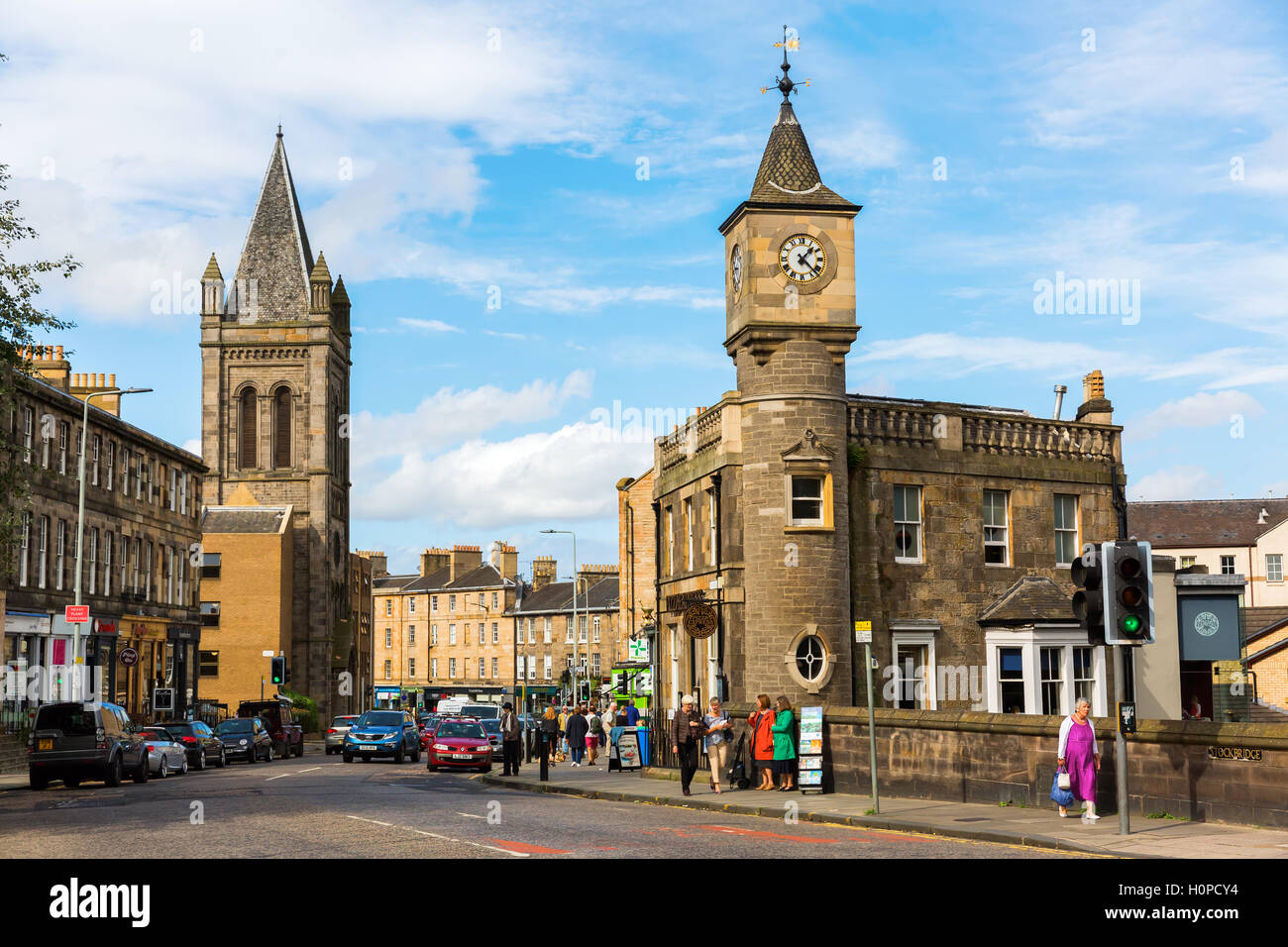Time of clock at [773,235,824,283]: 1:22
